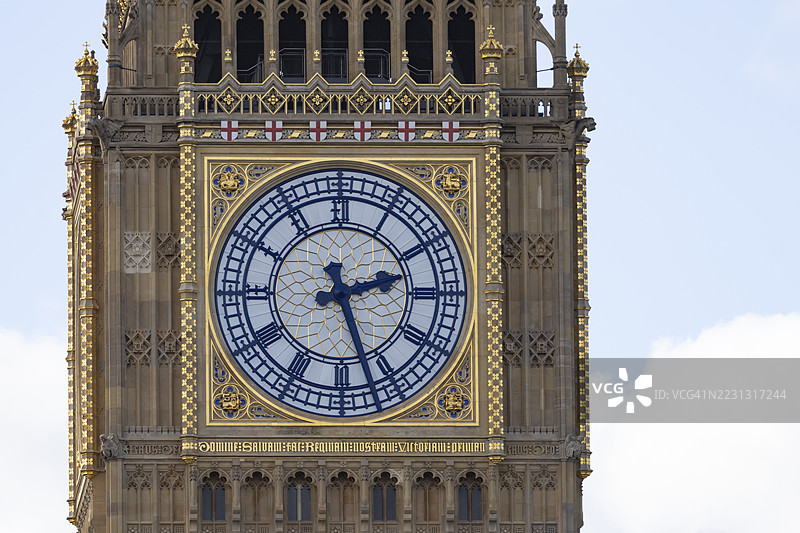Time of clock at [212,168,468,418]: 2:26
